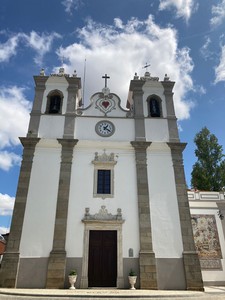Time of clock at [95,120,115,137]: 1:20
